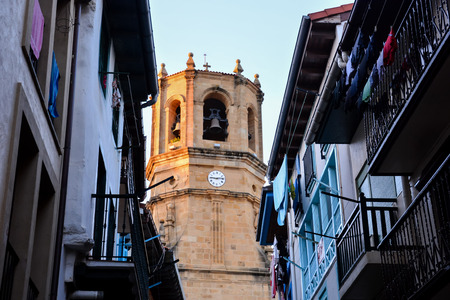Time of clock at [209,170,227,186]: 9:13
